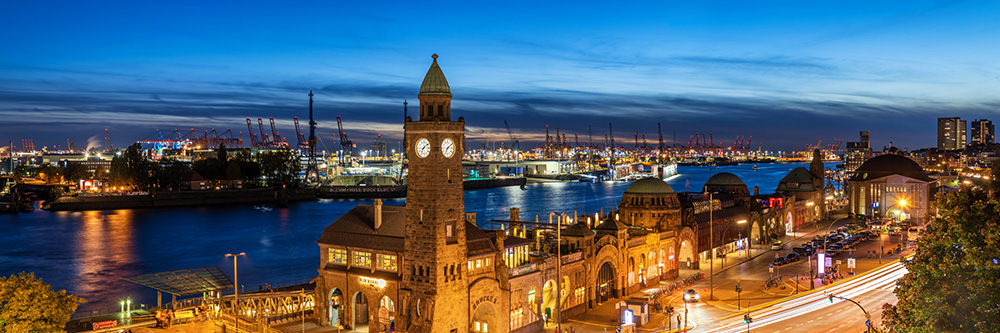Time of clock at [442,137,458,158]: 7:08
